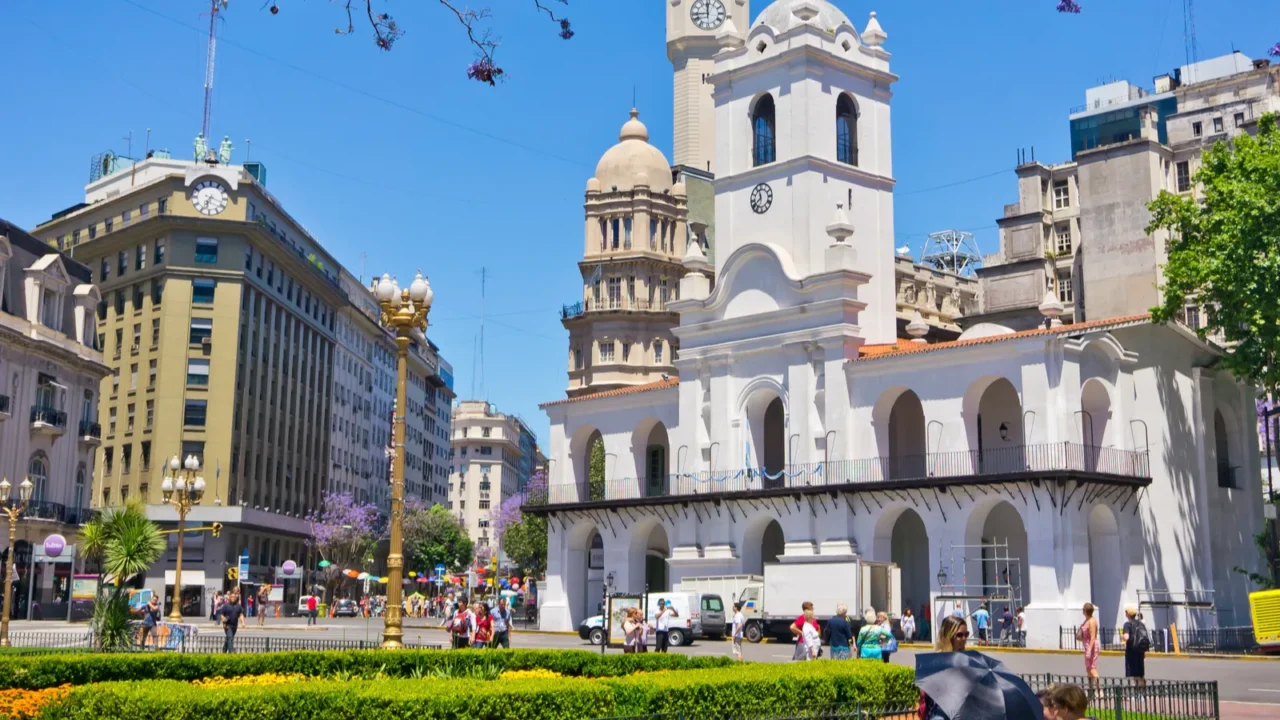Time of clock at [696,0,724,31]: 11:44
